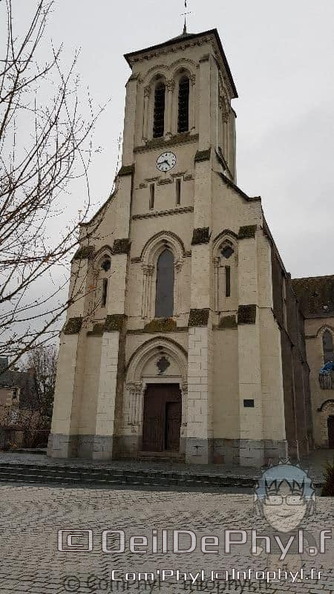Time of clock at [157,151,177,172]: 4:42
